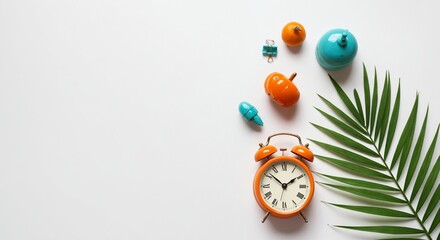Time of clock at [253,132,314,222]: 1:51
